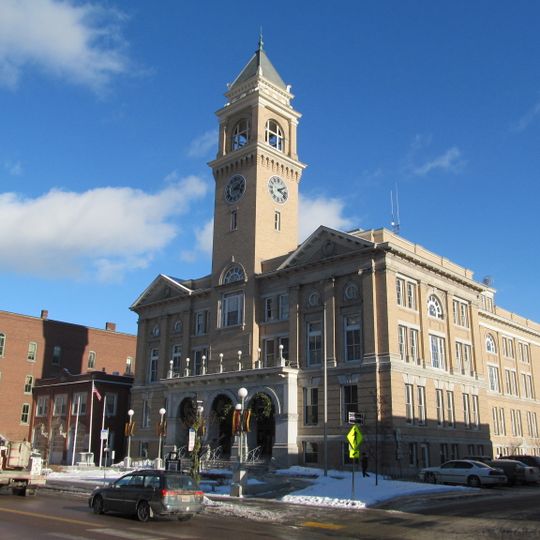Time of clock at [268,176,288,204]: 2:18
